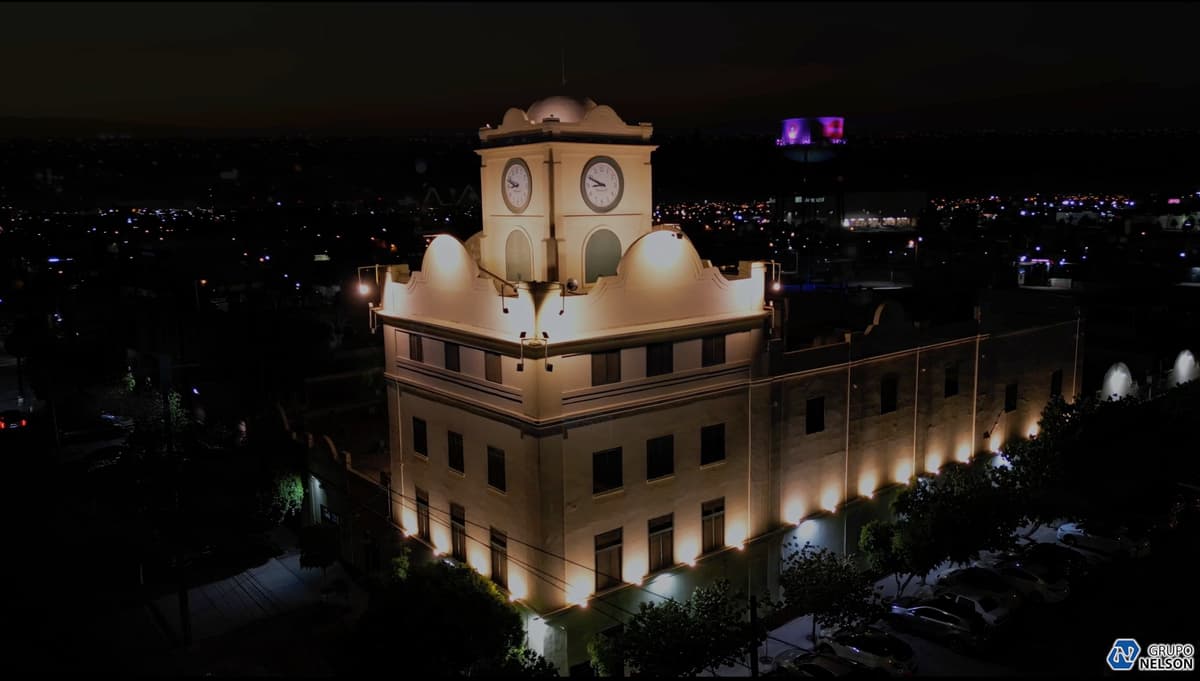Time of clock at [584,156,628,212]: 8:48
